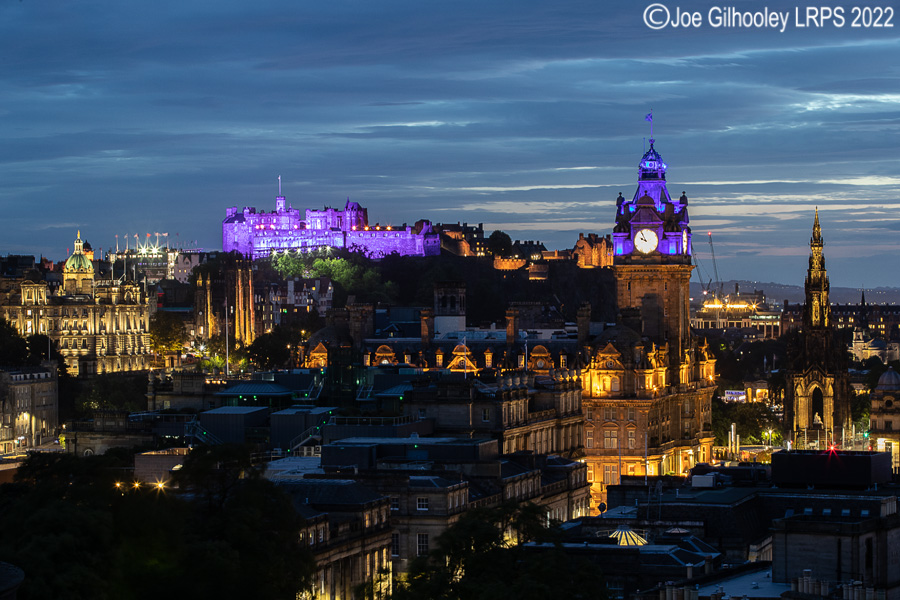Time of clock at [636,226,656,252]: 9:54
